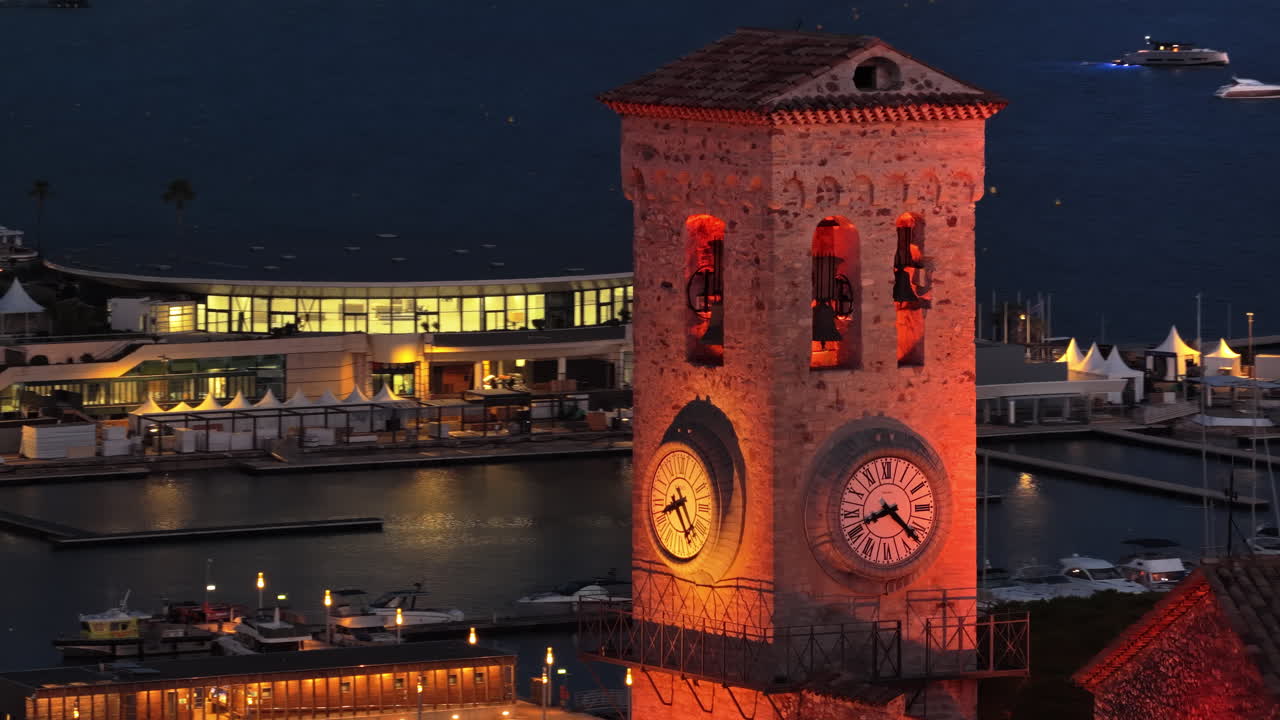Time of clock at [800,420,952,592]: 8:22
